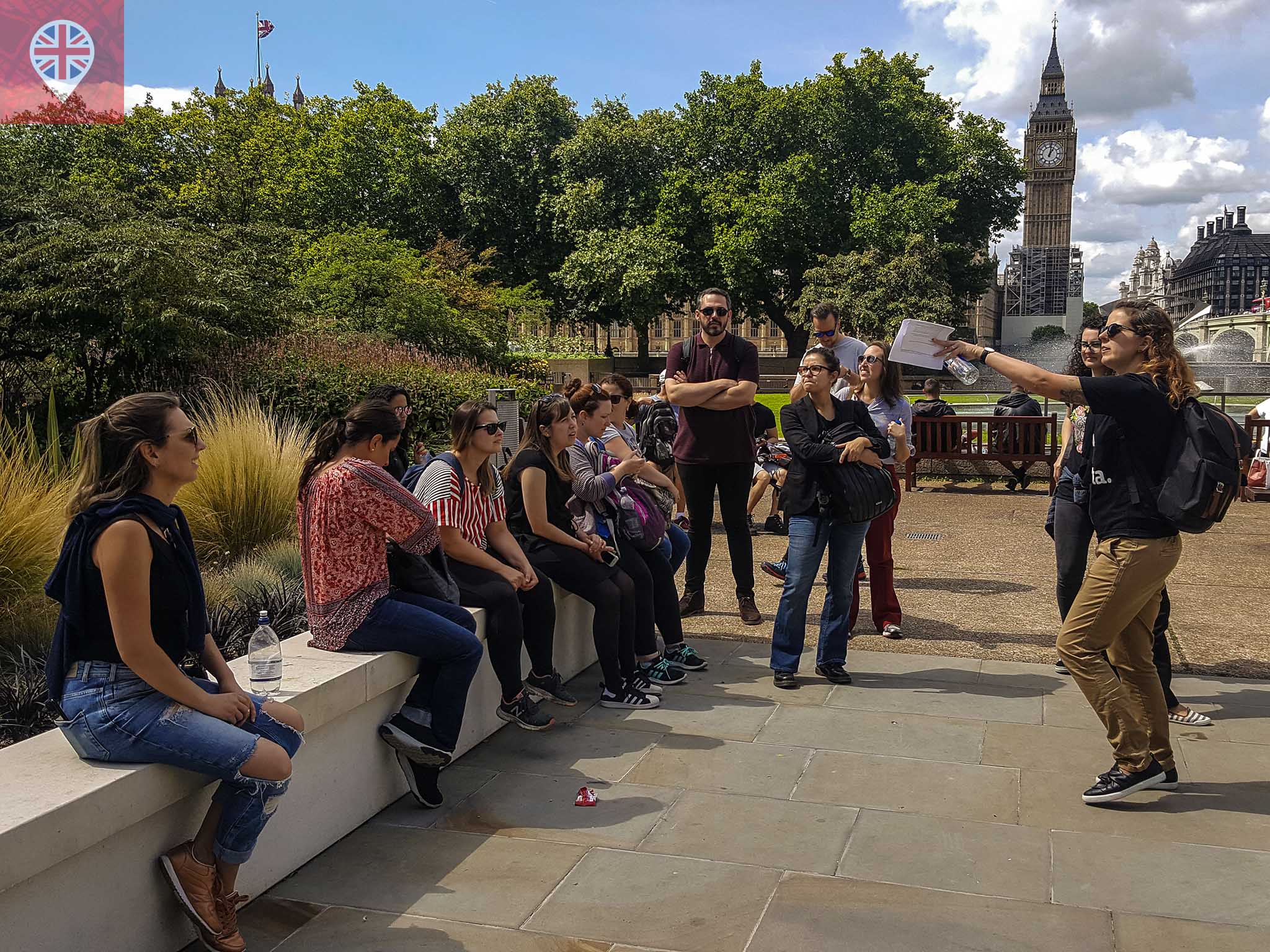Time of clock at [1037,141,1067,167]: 1:01
